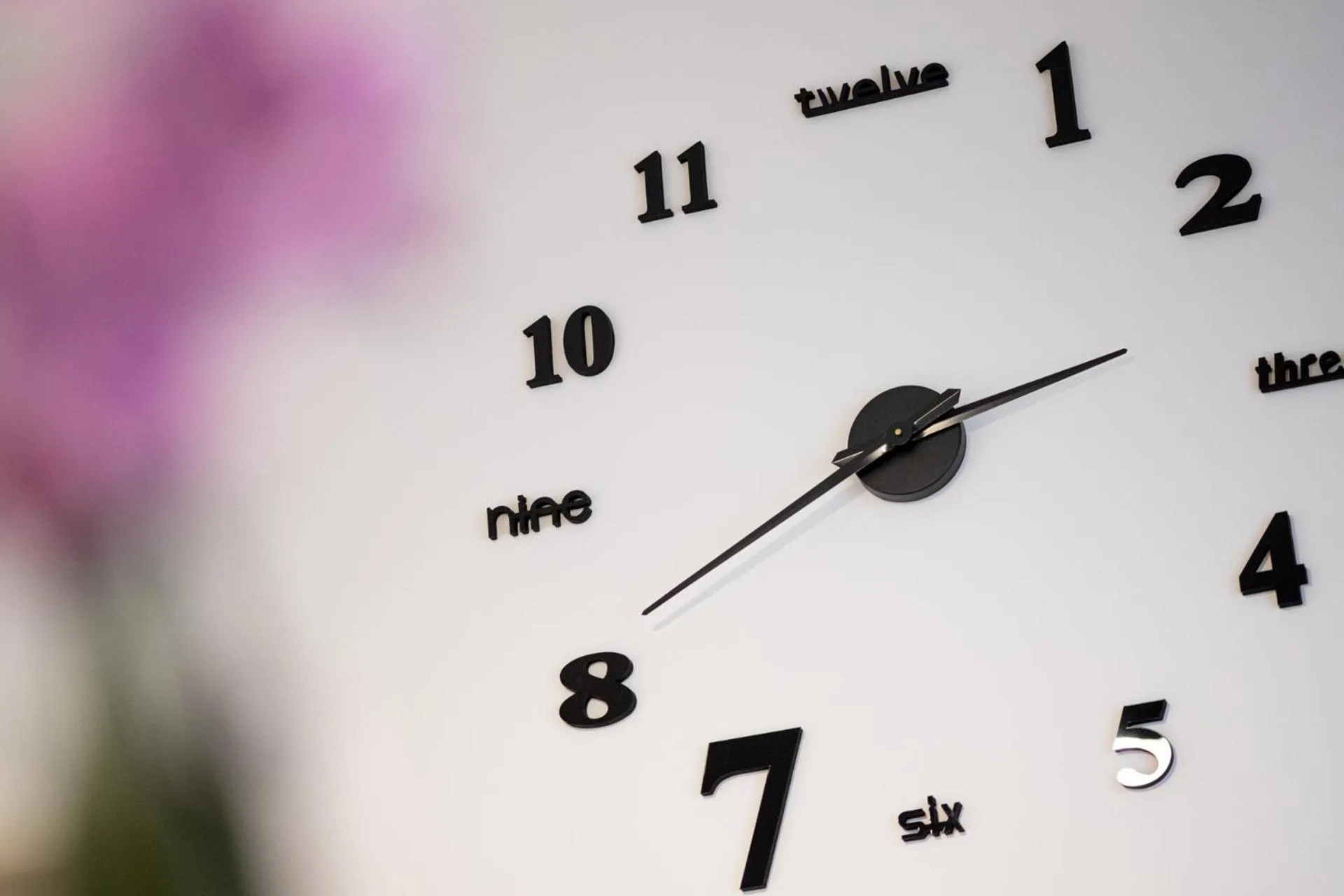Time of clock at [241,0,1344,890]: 2:40
